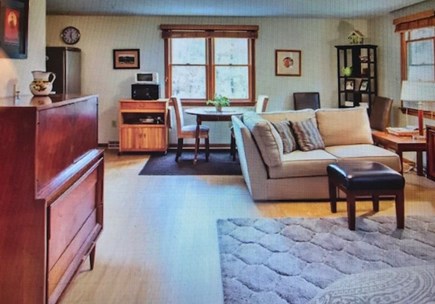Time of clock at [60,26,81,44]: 12:27
